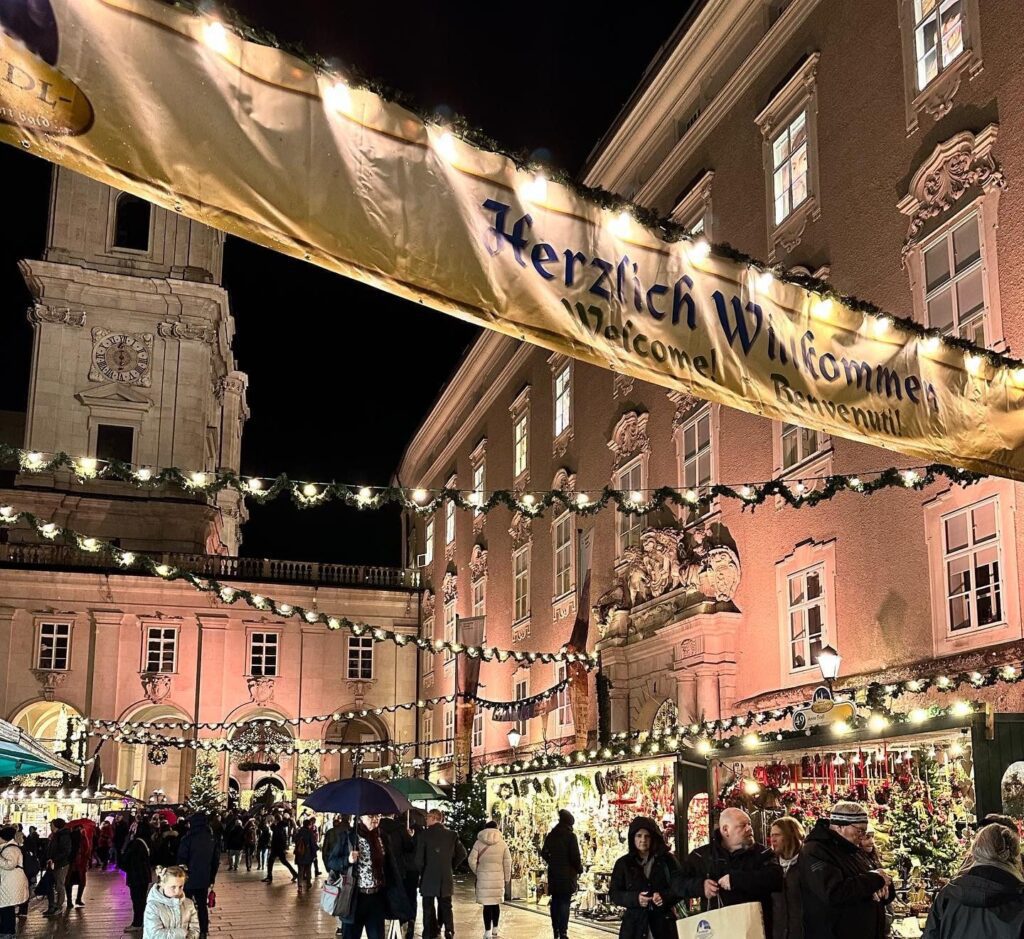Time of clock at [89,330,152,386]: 5:59
